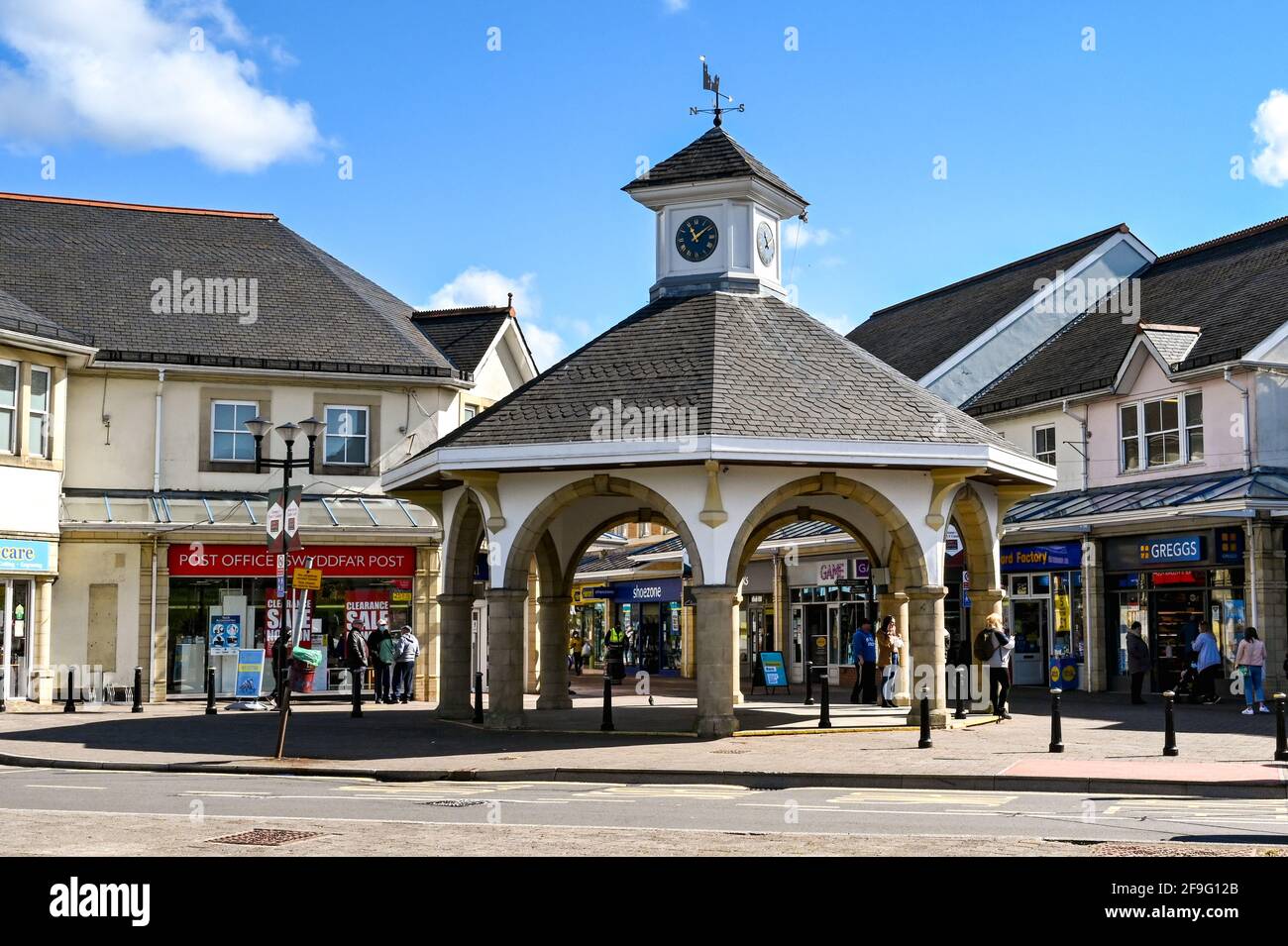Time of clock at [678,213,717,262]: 11:08
